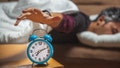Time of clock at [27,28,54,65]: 7:11
